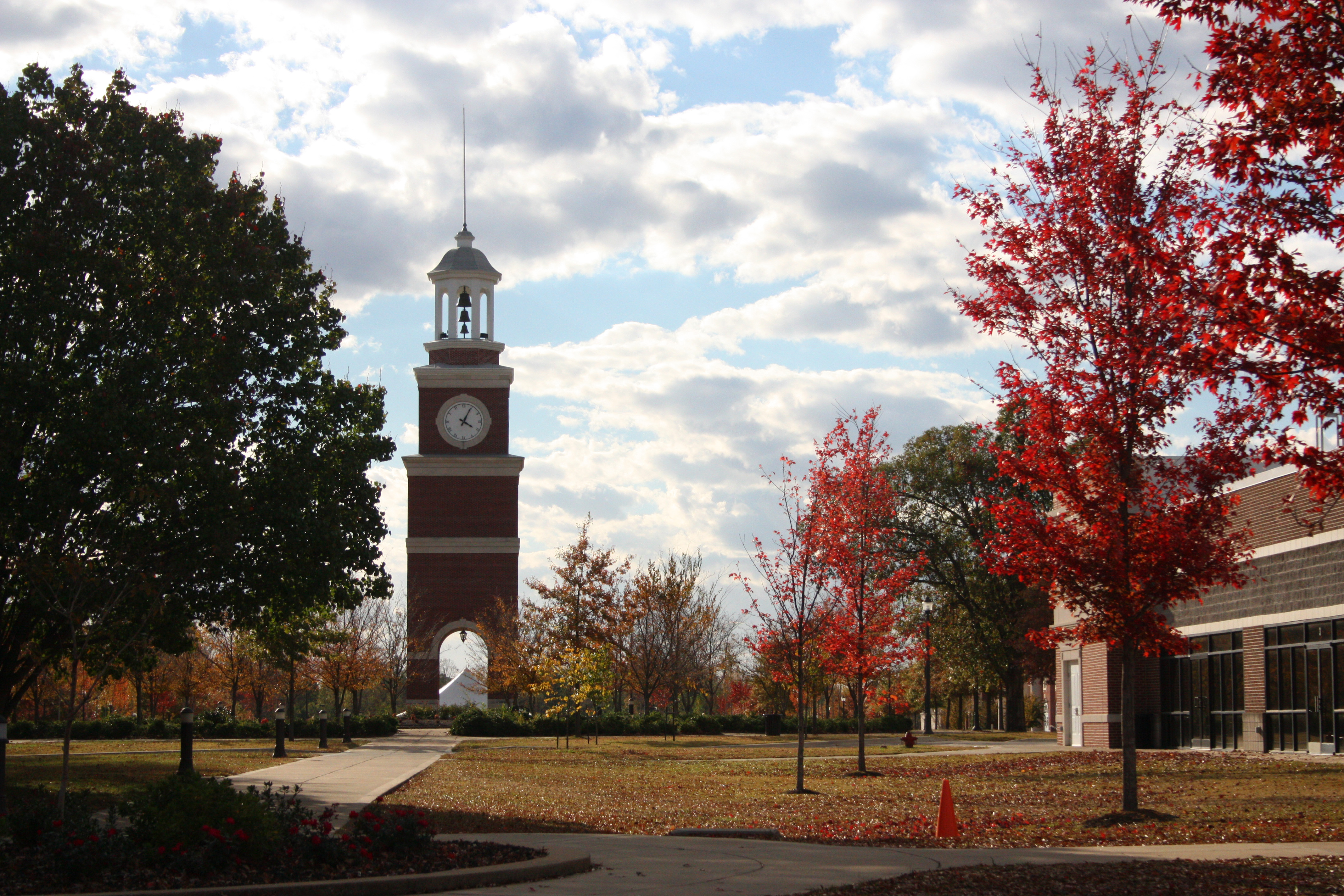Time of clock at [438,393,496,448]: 4:04
